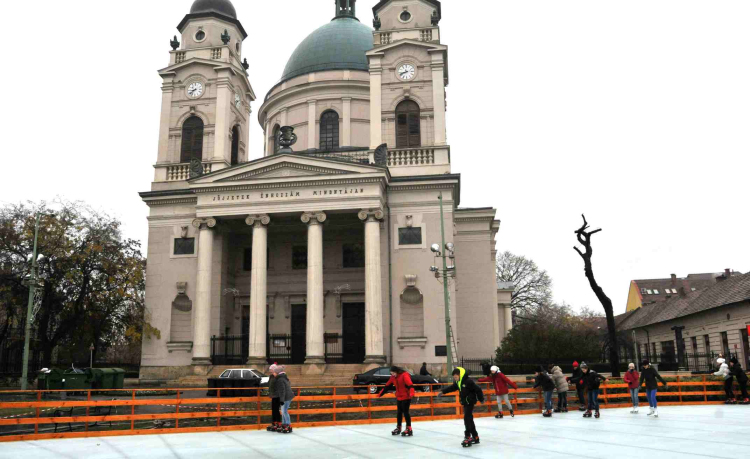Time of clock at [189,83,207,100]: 8:38
